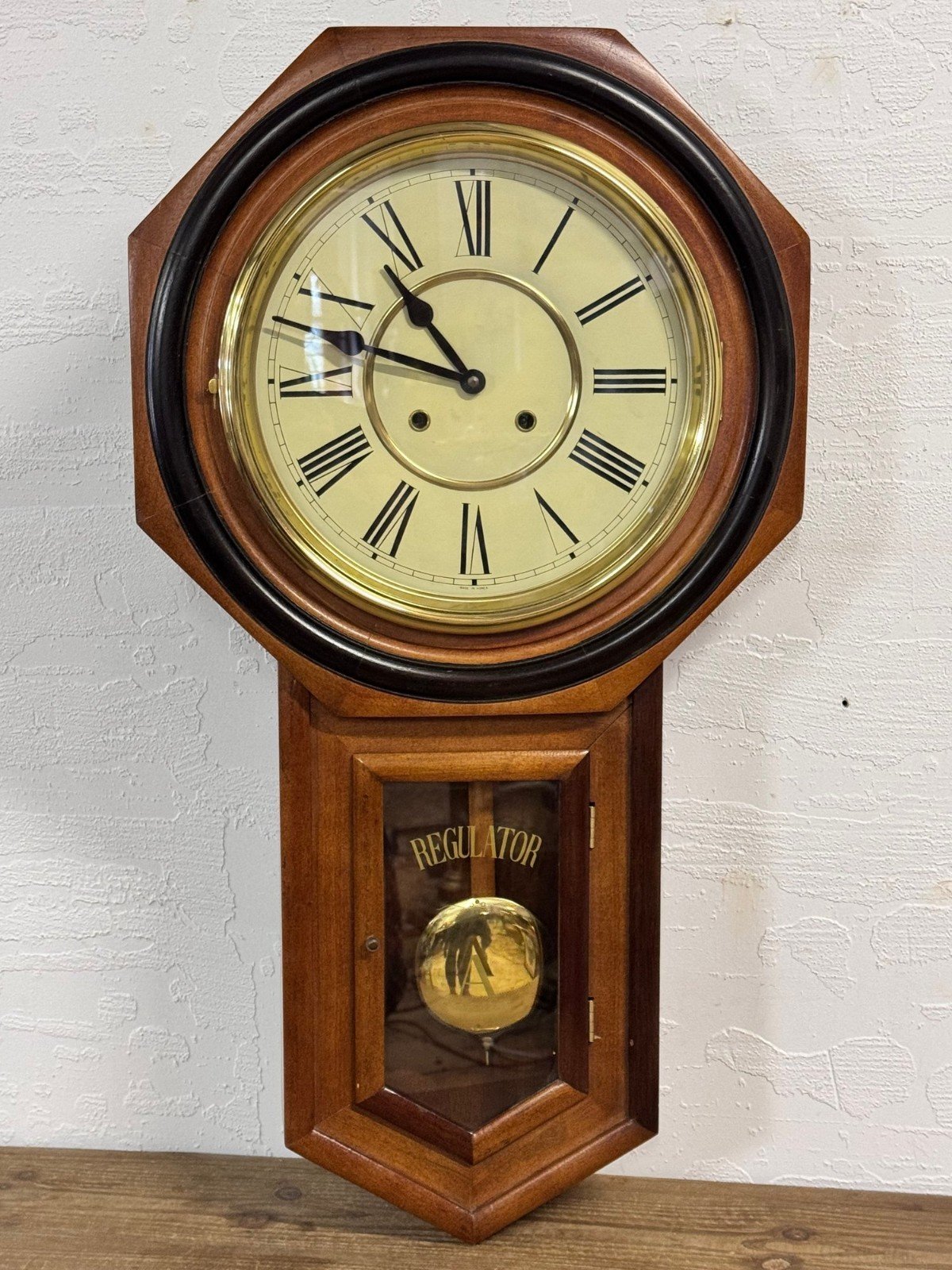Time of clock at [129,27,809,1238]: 10:47
